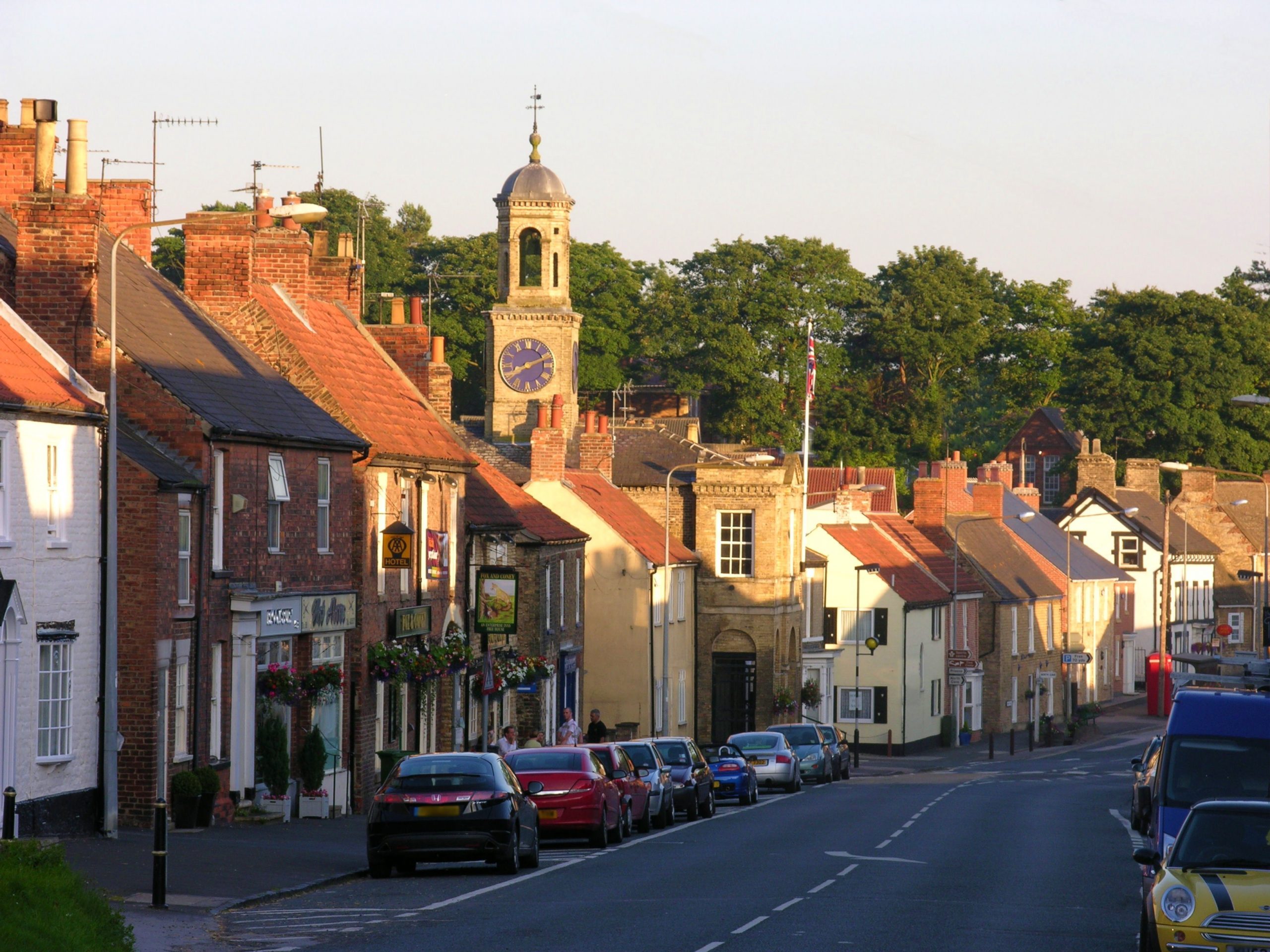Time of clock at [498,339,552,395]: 8:11
